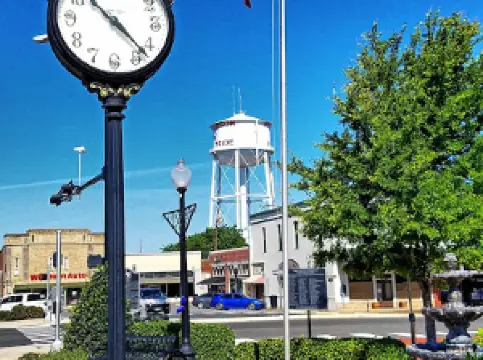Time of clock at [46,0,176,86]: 10:22
